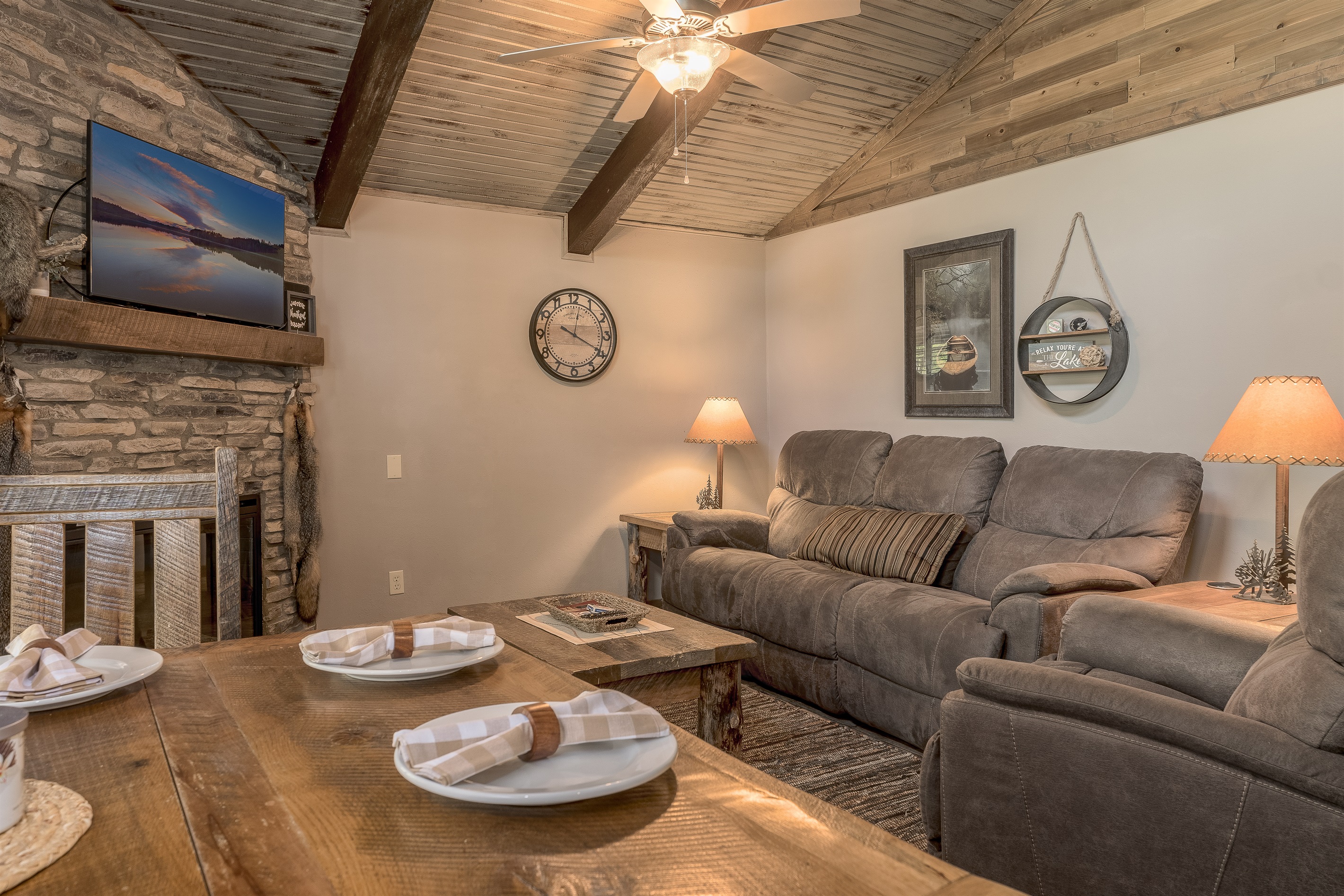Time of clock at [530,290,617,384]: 12:19
